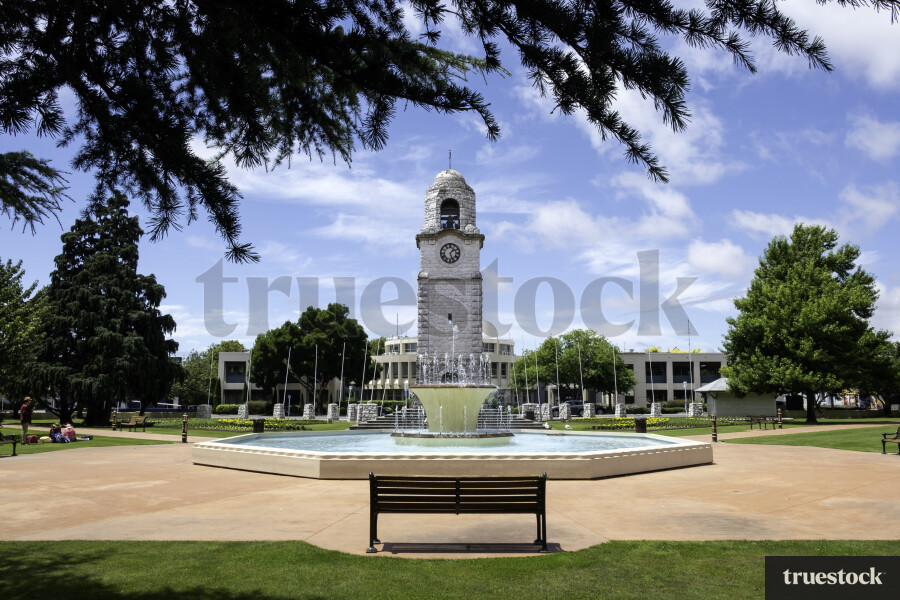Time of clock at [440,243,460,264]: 1:26
